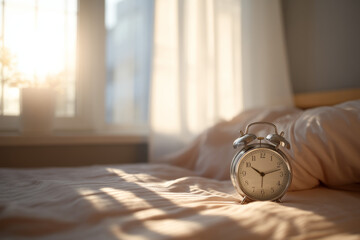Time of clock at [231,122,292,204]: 10:12
